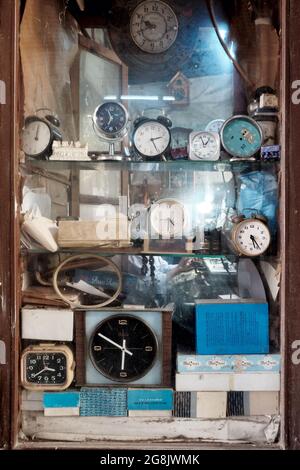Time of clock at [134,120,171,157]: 2:25
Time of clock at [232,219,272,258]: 5:23
